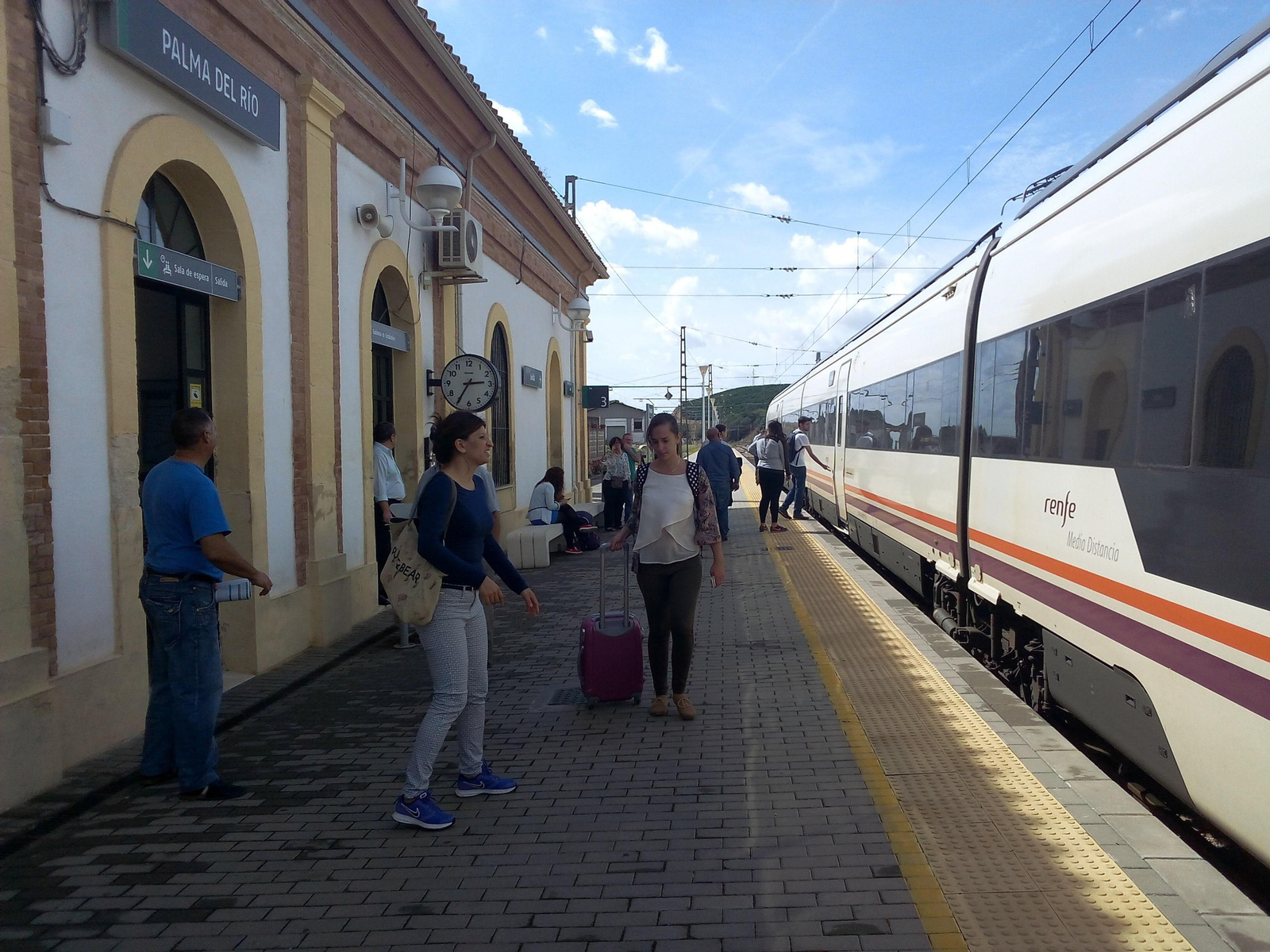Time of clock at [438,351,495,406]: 2:35
